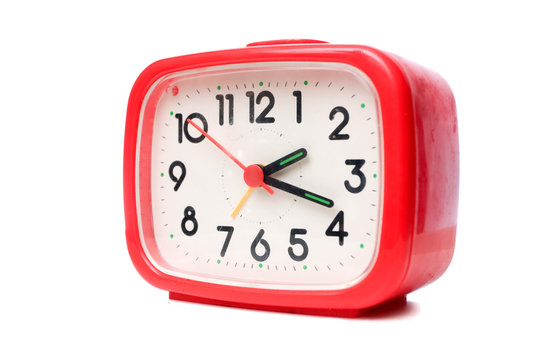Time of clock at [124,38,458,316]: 2:18
